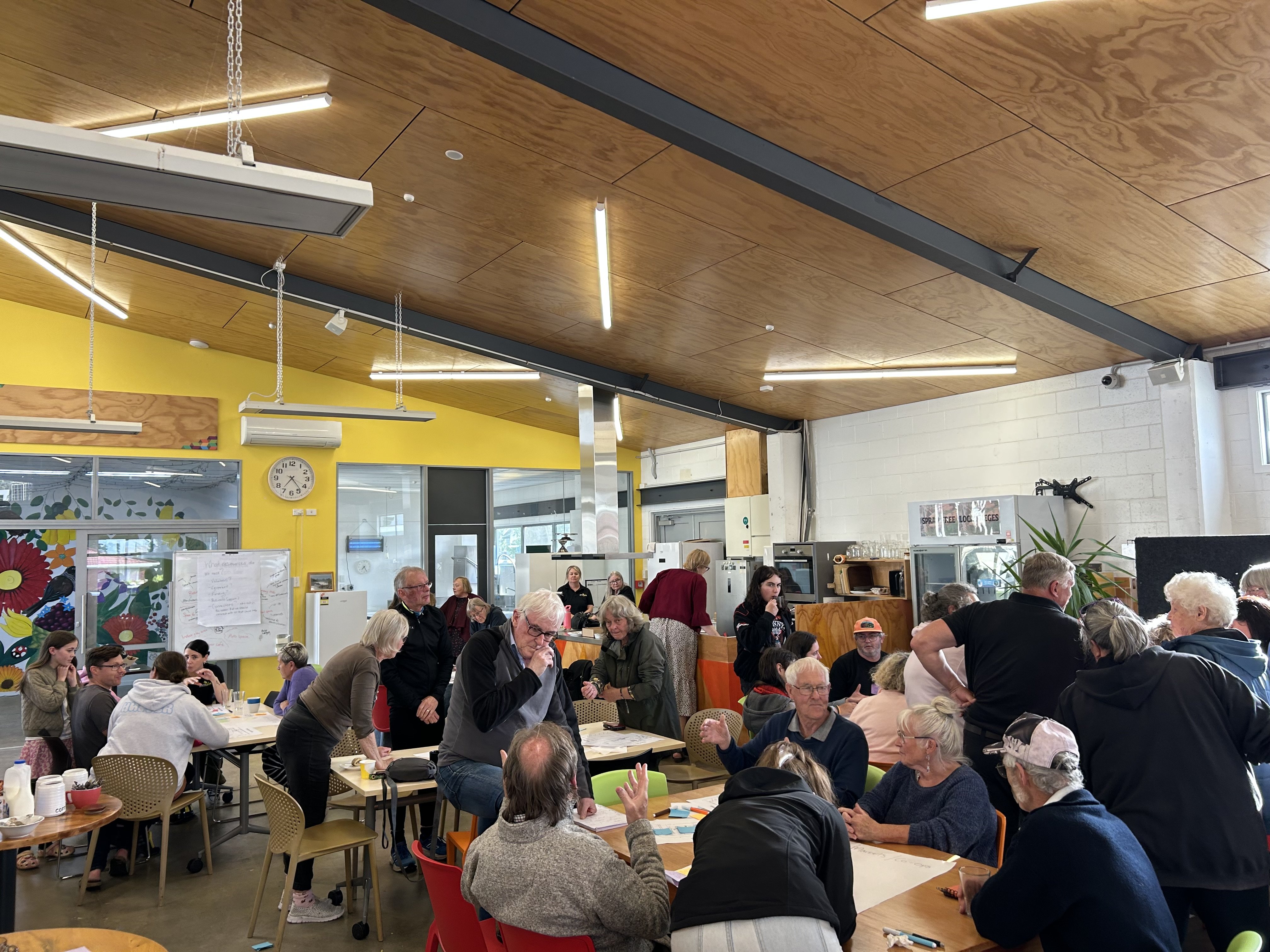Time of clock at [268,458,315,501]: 7:23
